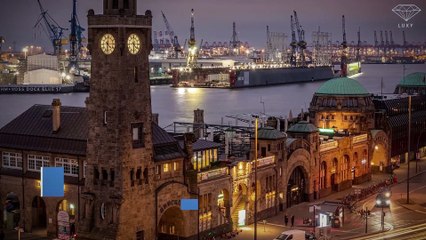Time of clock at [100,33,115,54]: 4:31
